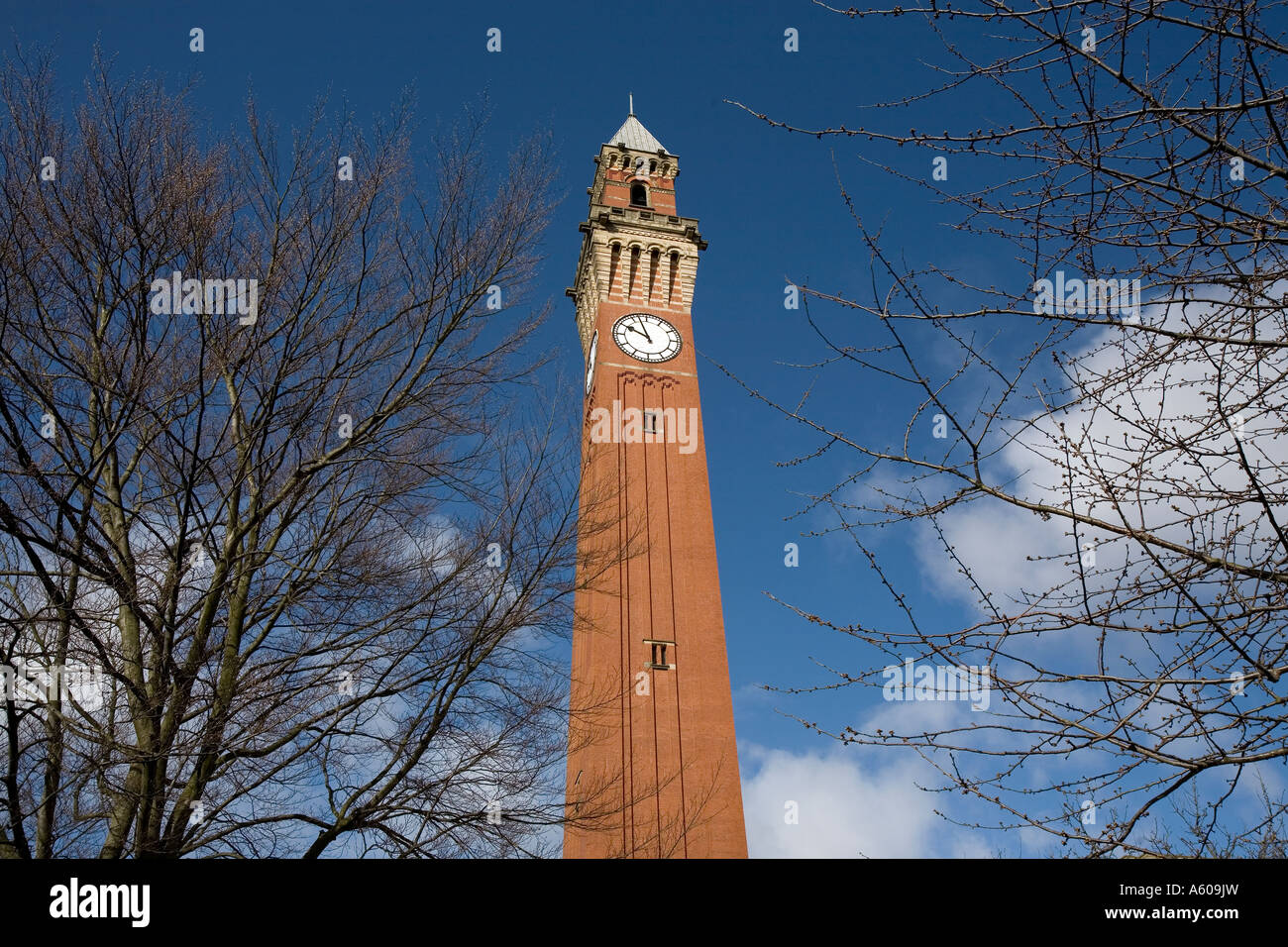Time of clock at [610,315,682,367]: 9:56
